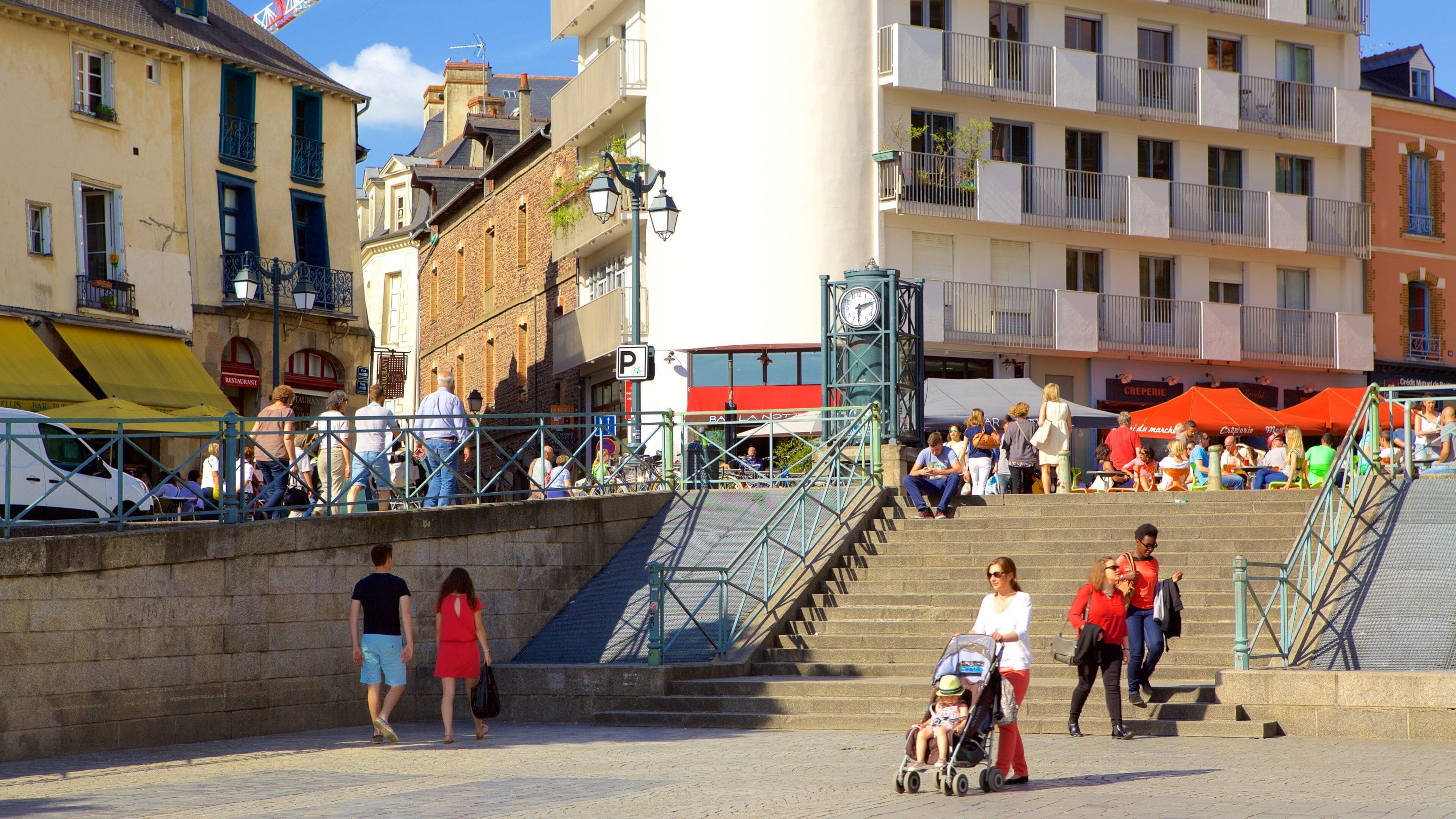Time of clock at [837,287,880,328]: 6:12
